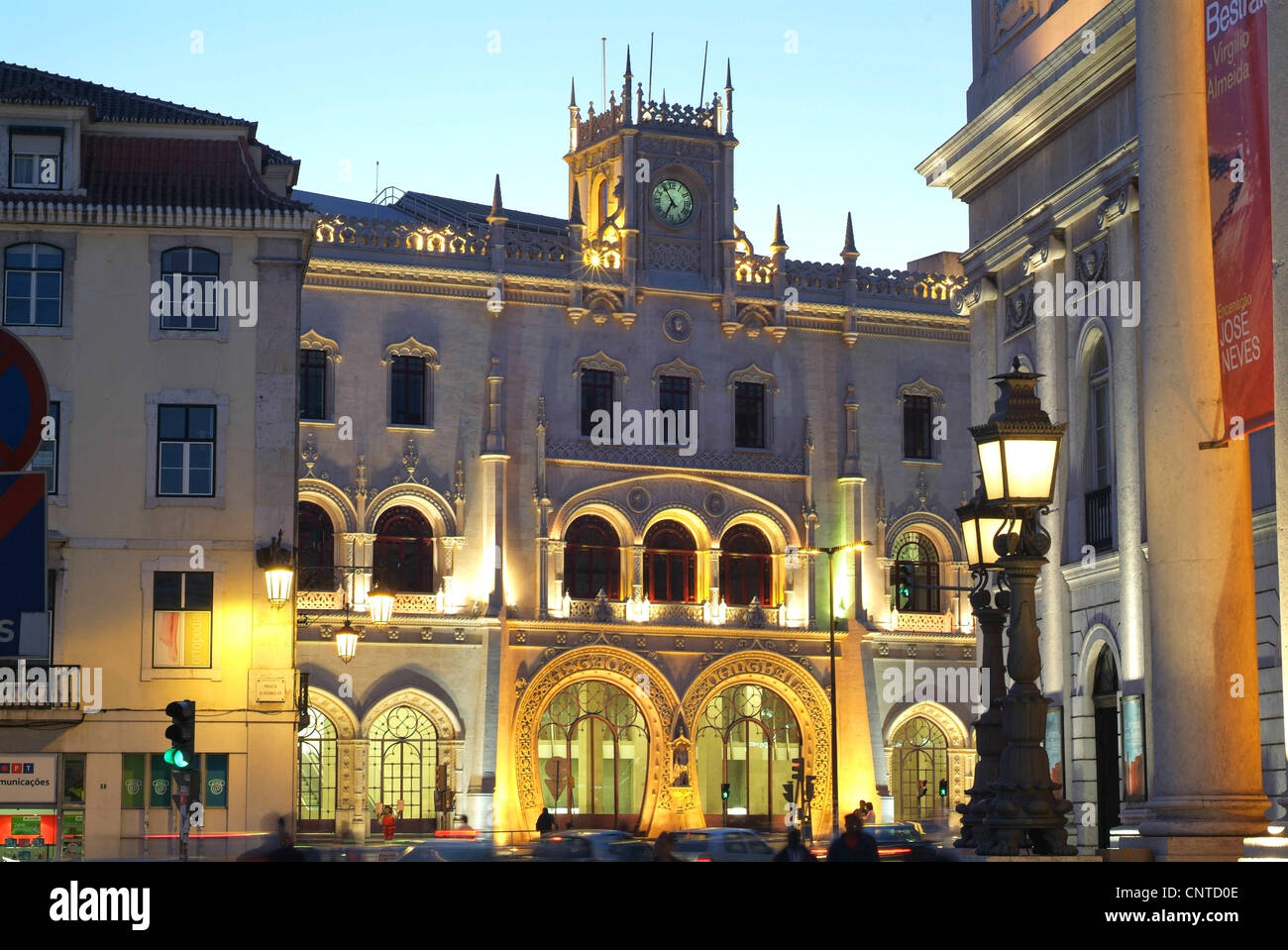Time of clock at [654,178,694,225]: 6:54
